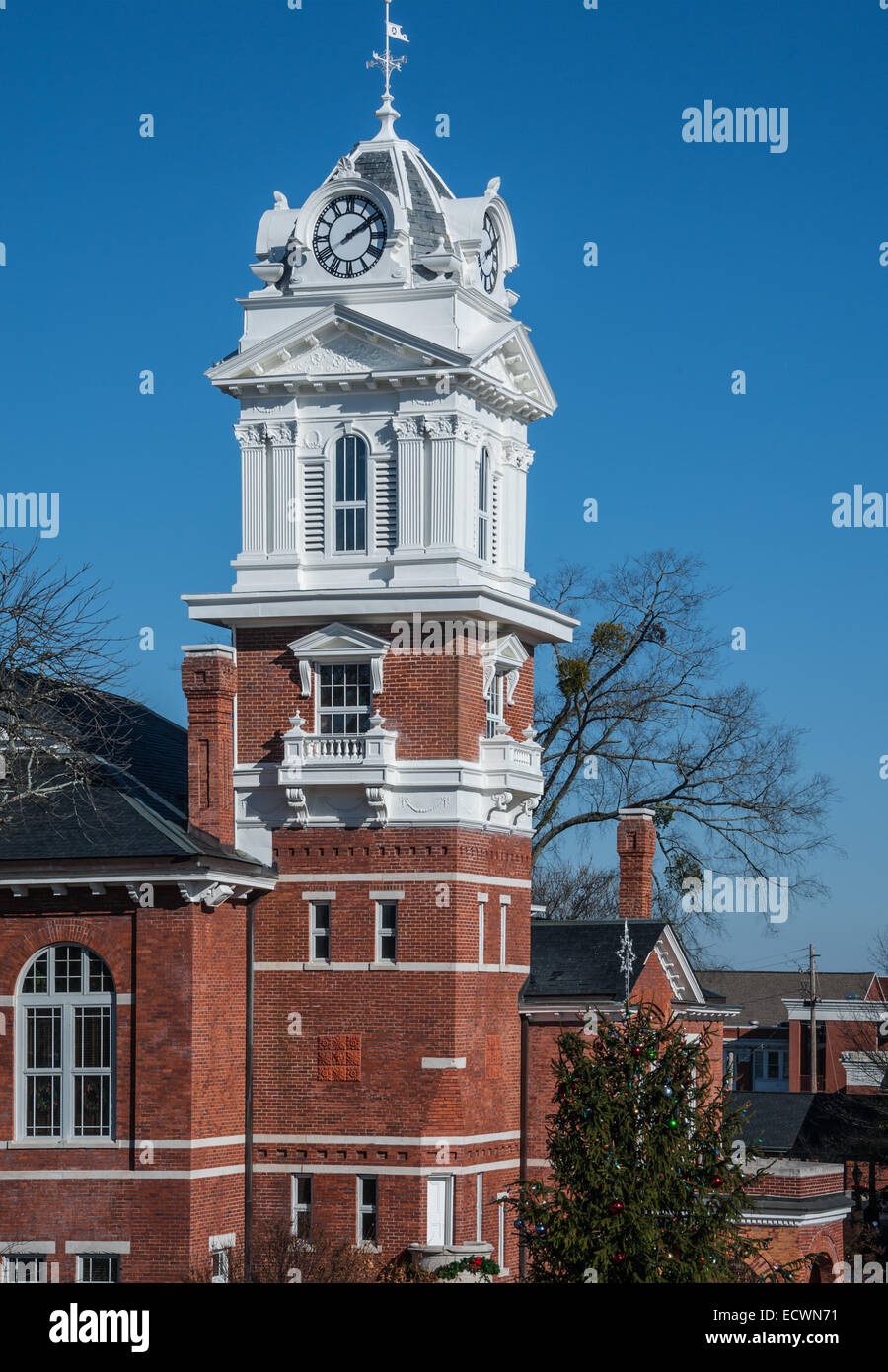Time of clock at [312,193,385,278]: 2:09
